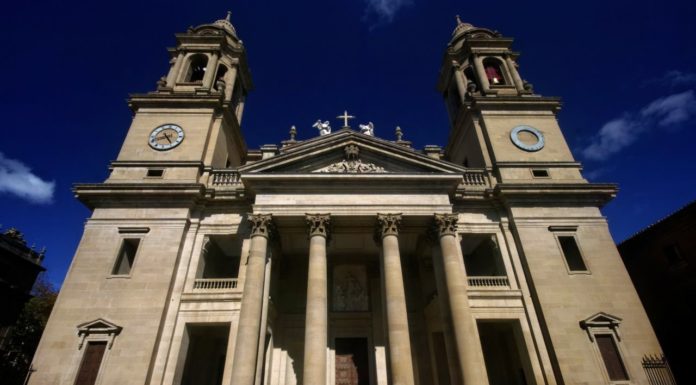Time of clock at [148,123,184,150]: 8:24
